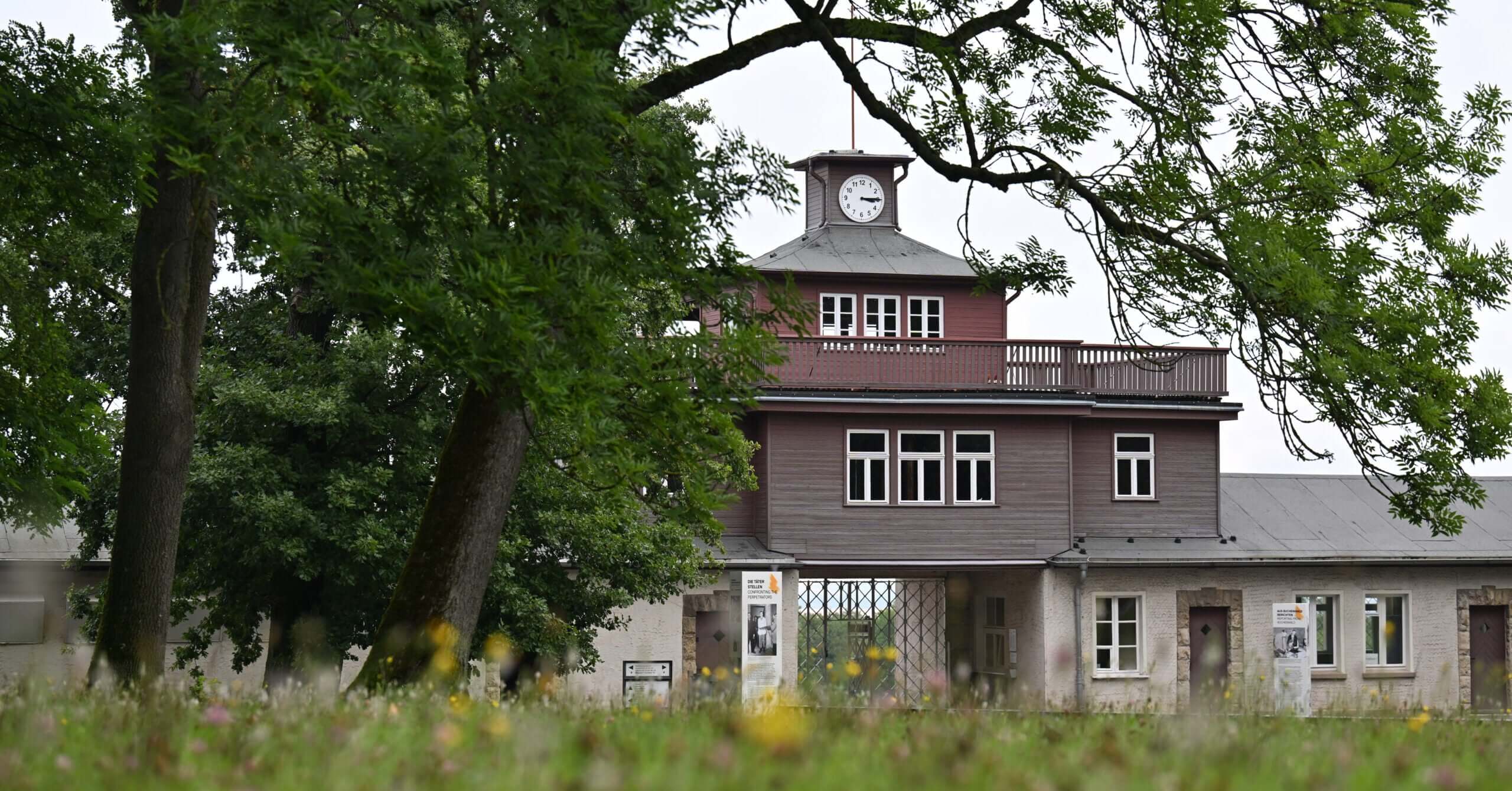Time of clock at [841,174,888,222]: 3:14
